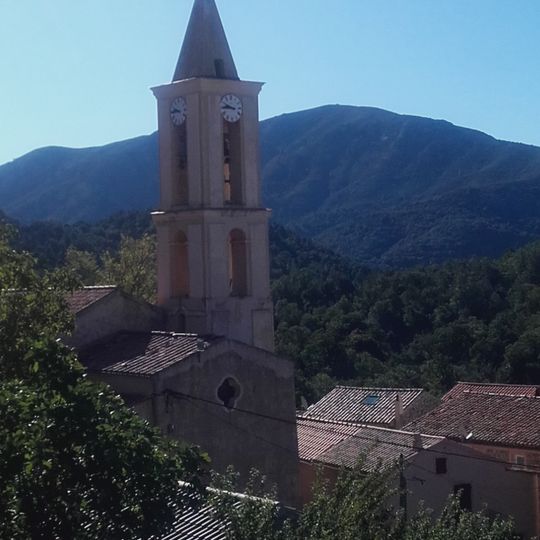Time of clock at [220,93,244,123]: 9:45
